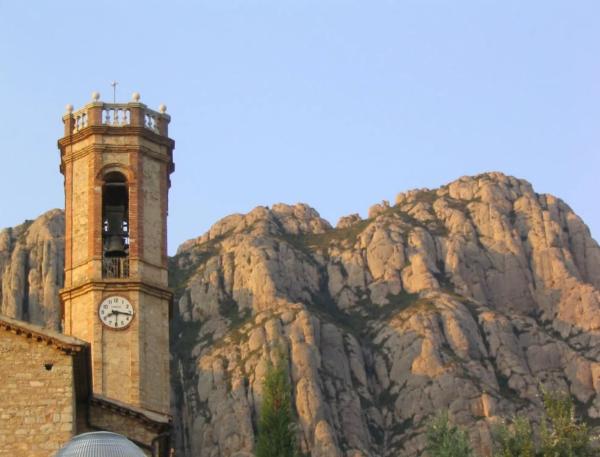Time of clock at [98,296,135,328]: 8:16
